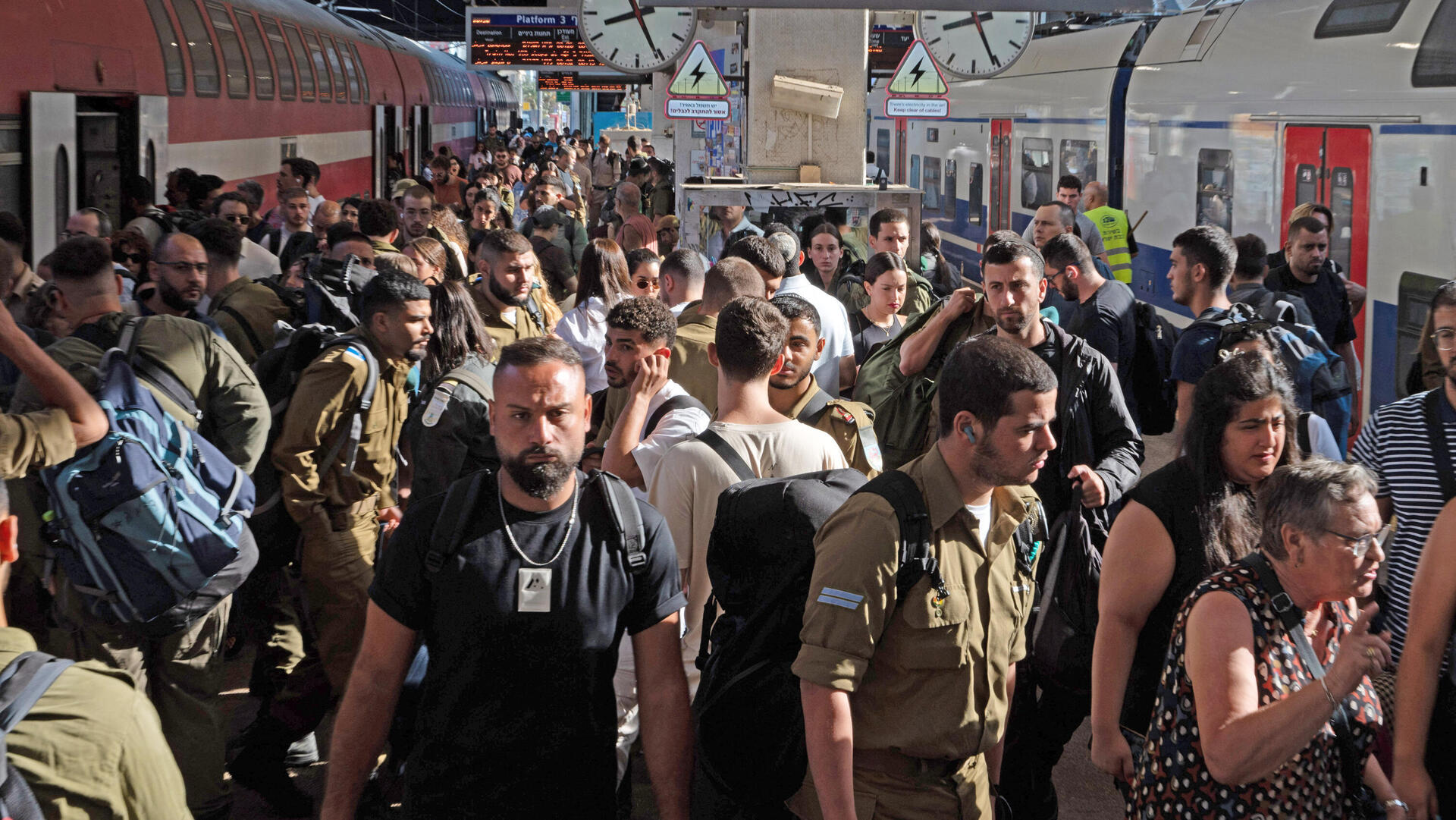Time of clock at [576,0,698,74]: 8:25
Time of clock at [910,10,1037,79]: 8:25
